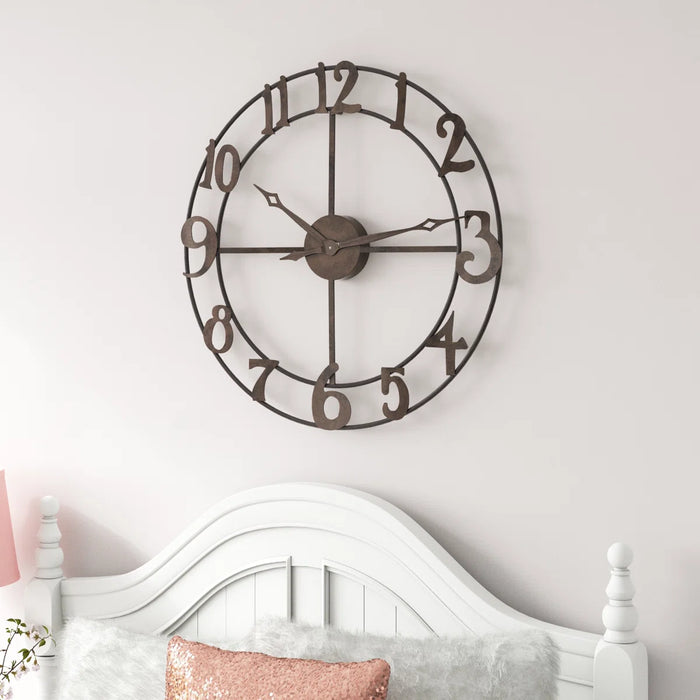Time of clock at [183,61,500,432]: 2:45
